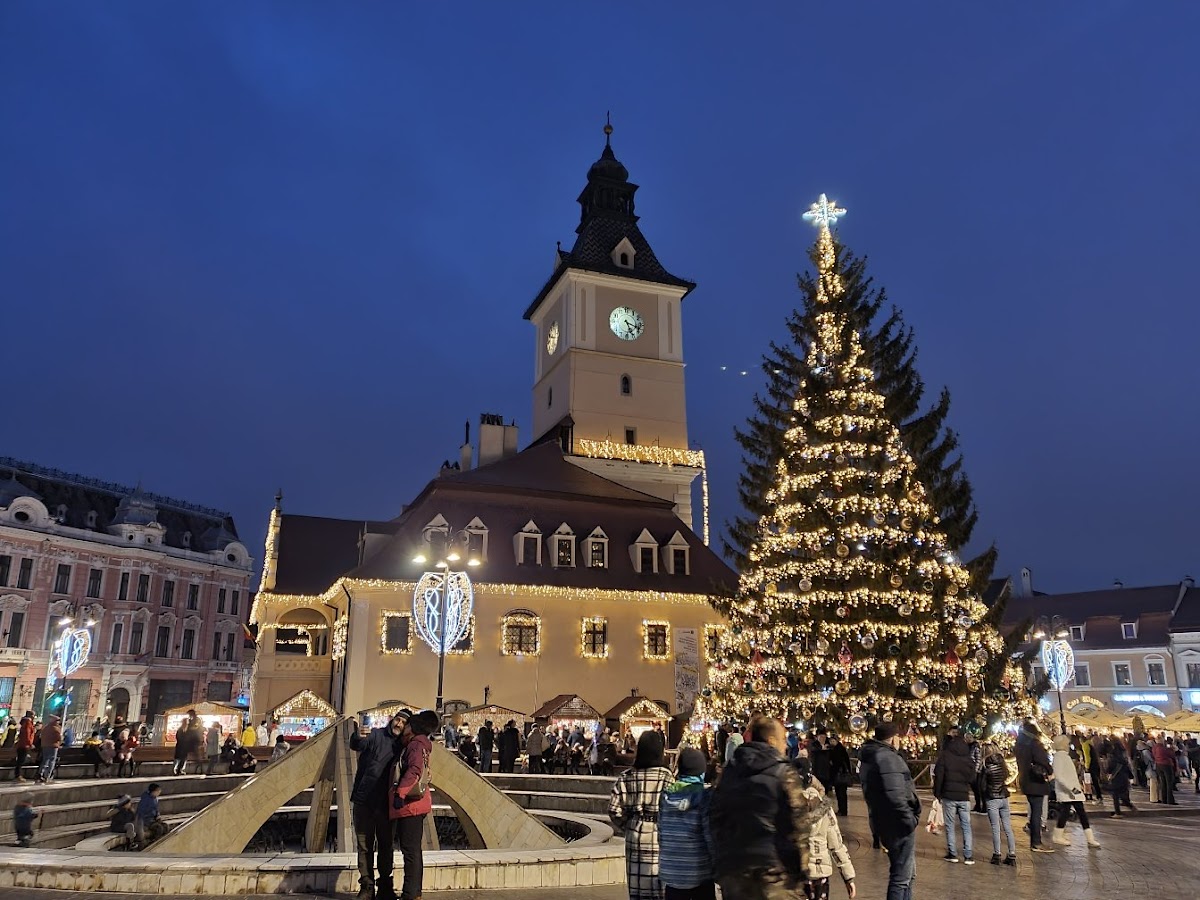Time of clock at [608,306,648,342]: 5:18
